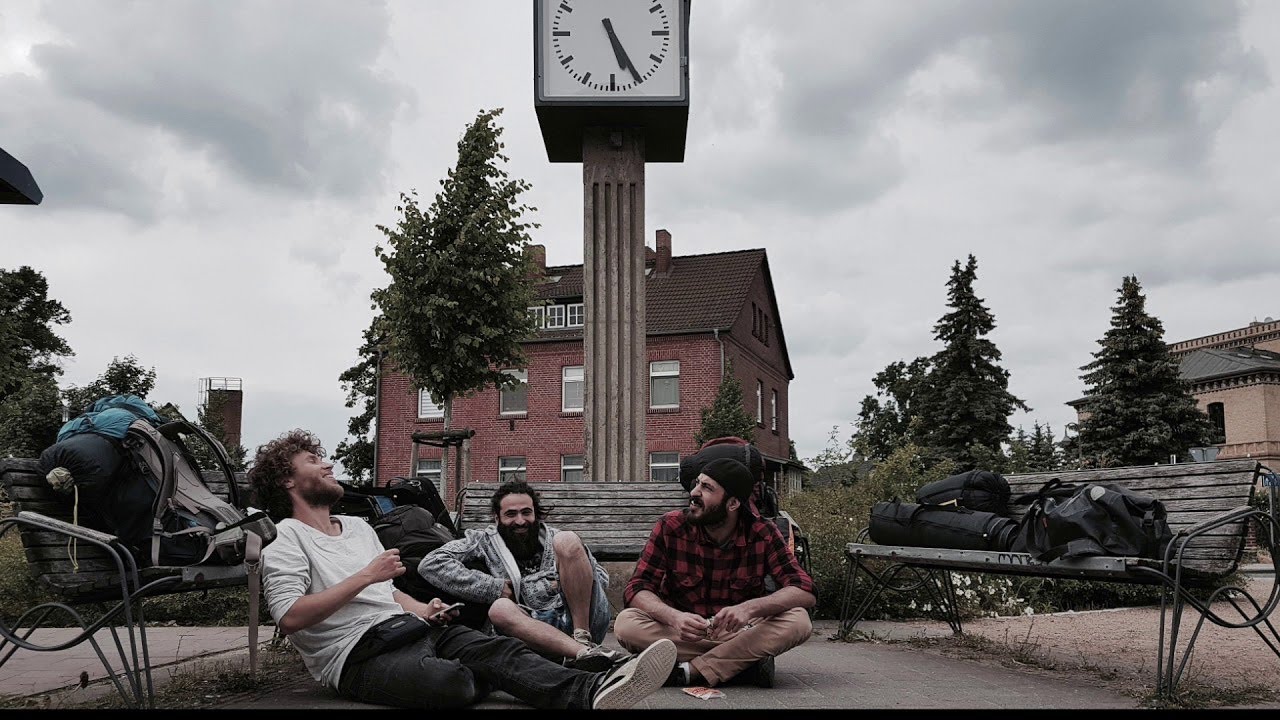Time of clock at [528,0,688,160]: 5:25
